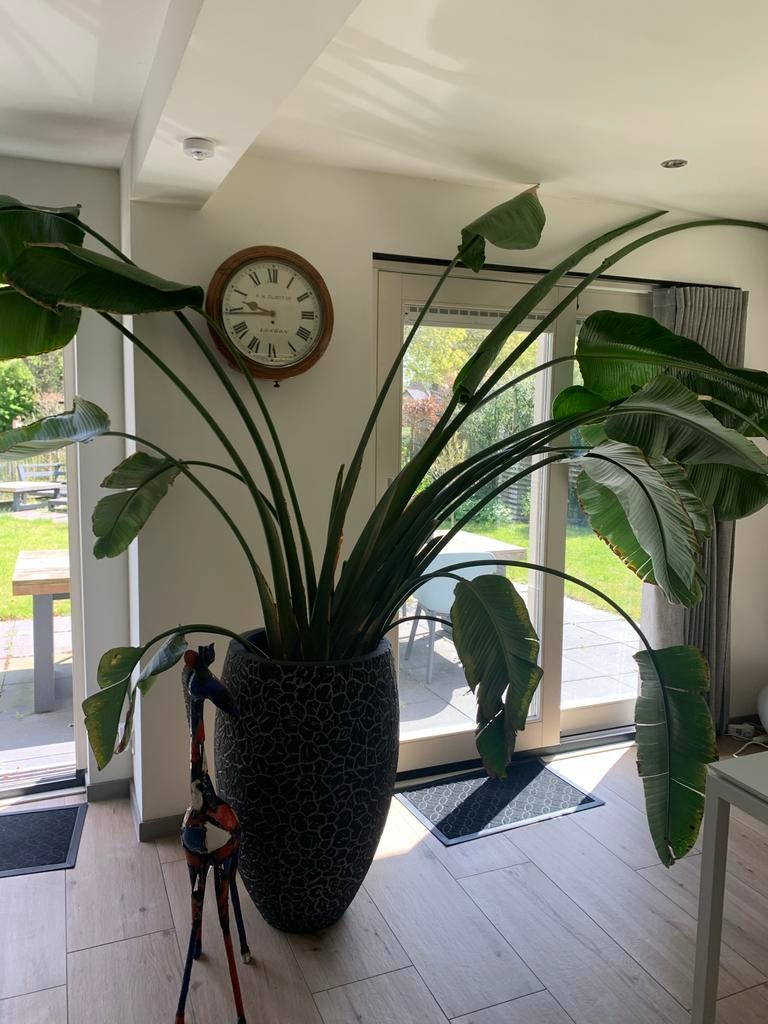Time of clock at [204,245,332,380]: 9:44
